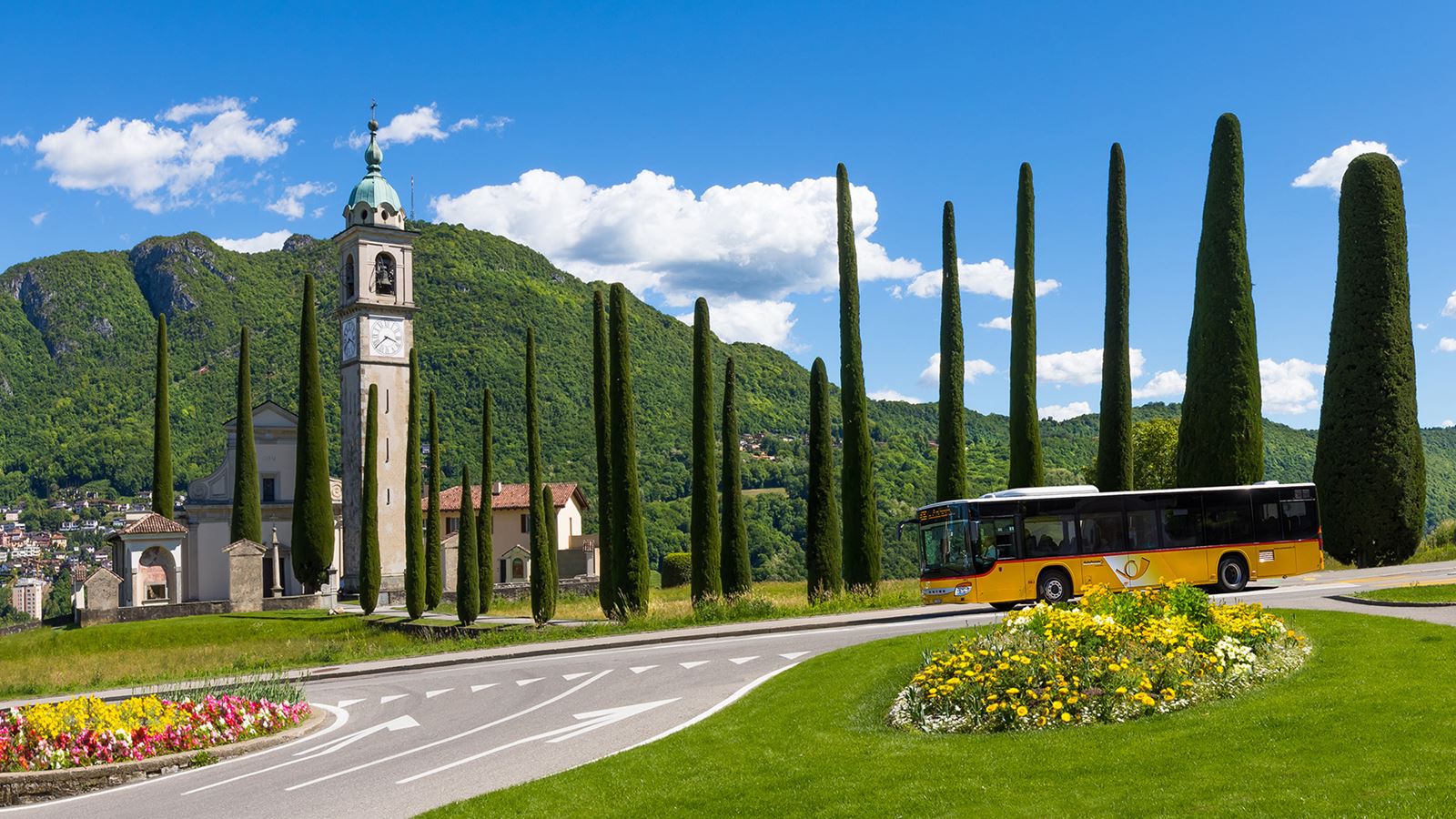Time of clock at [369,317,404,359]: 3:38
